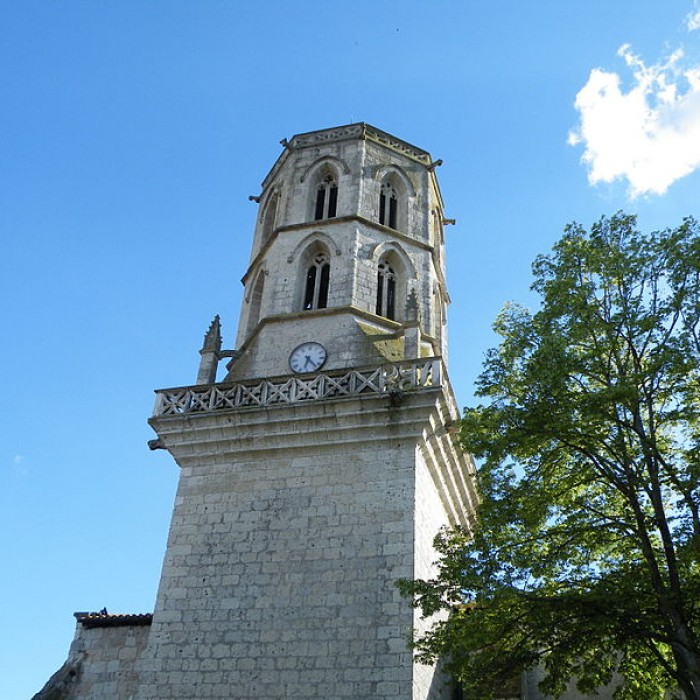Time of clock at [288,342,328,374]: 6:23
